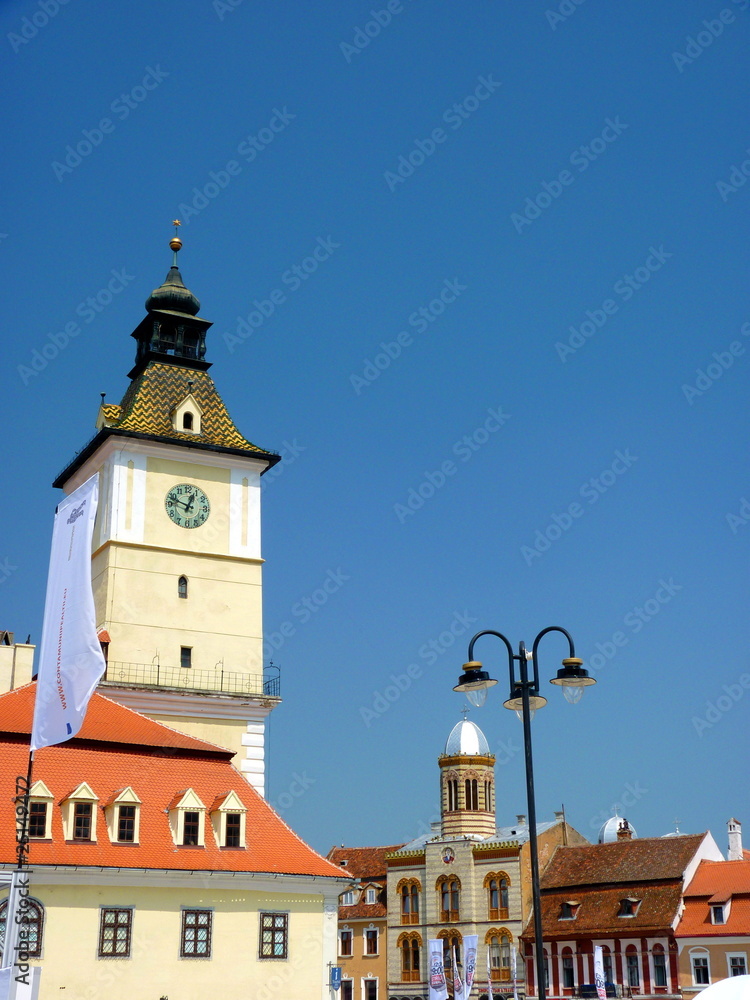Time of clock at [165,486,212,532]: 12:48
